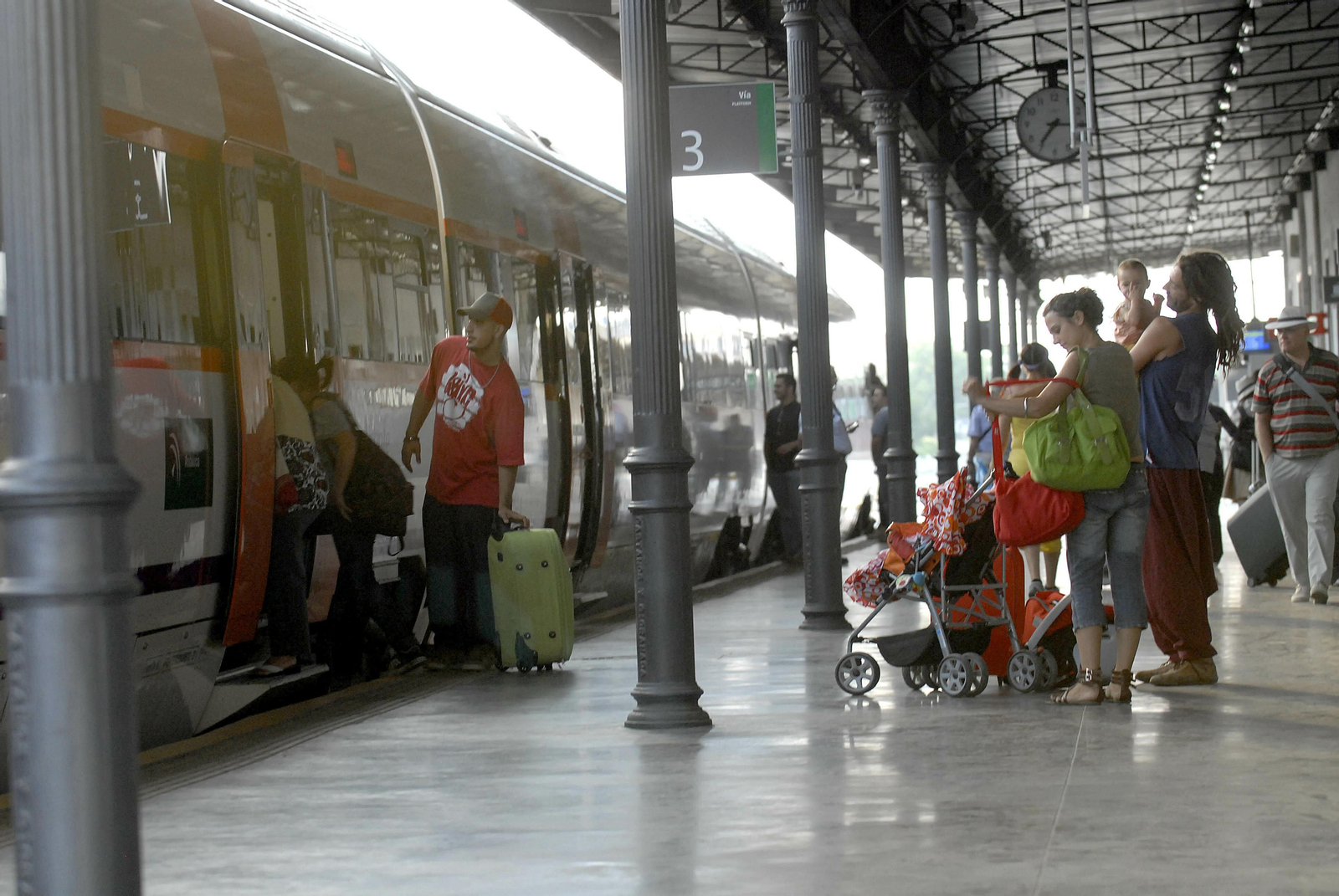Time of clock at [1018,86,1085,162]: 7:15
